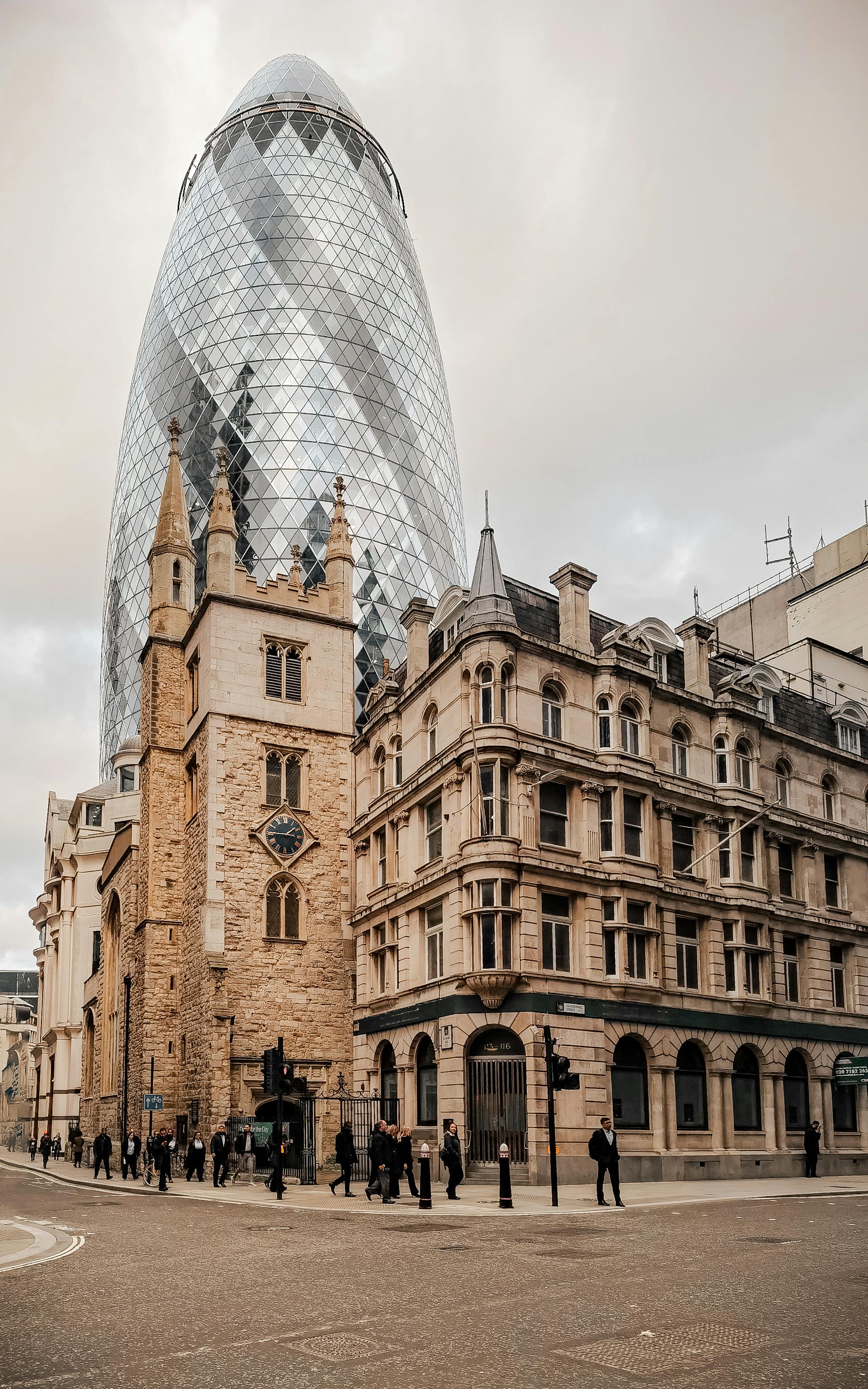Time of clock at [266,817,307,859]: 1:45
